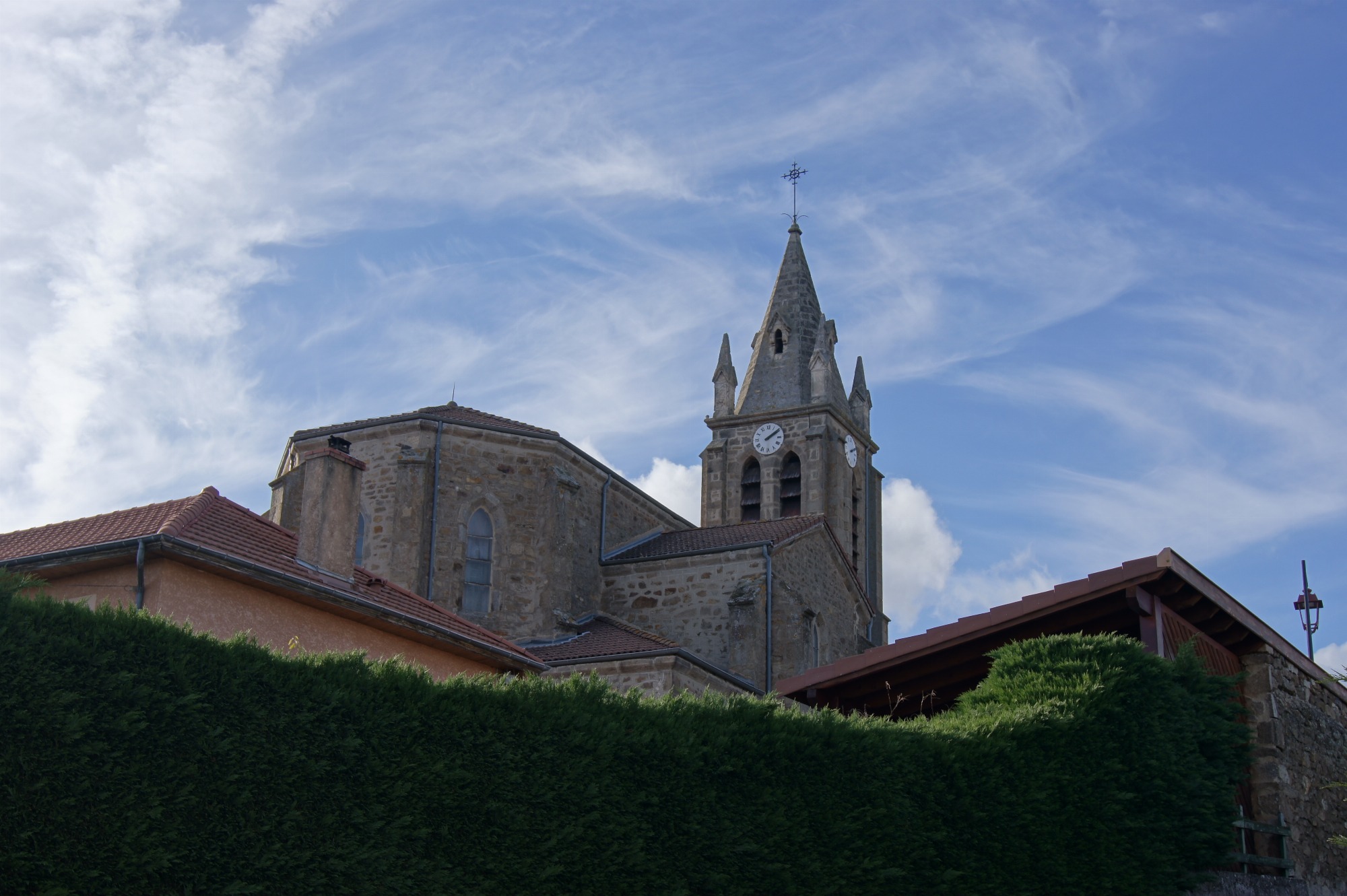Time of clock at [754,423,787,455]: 2:09
